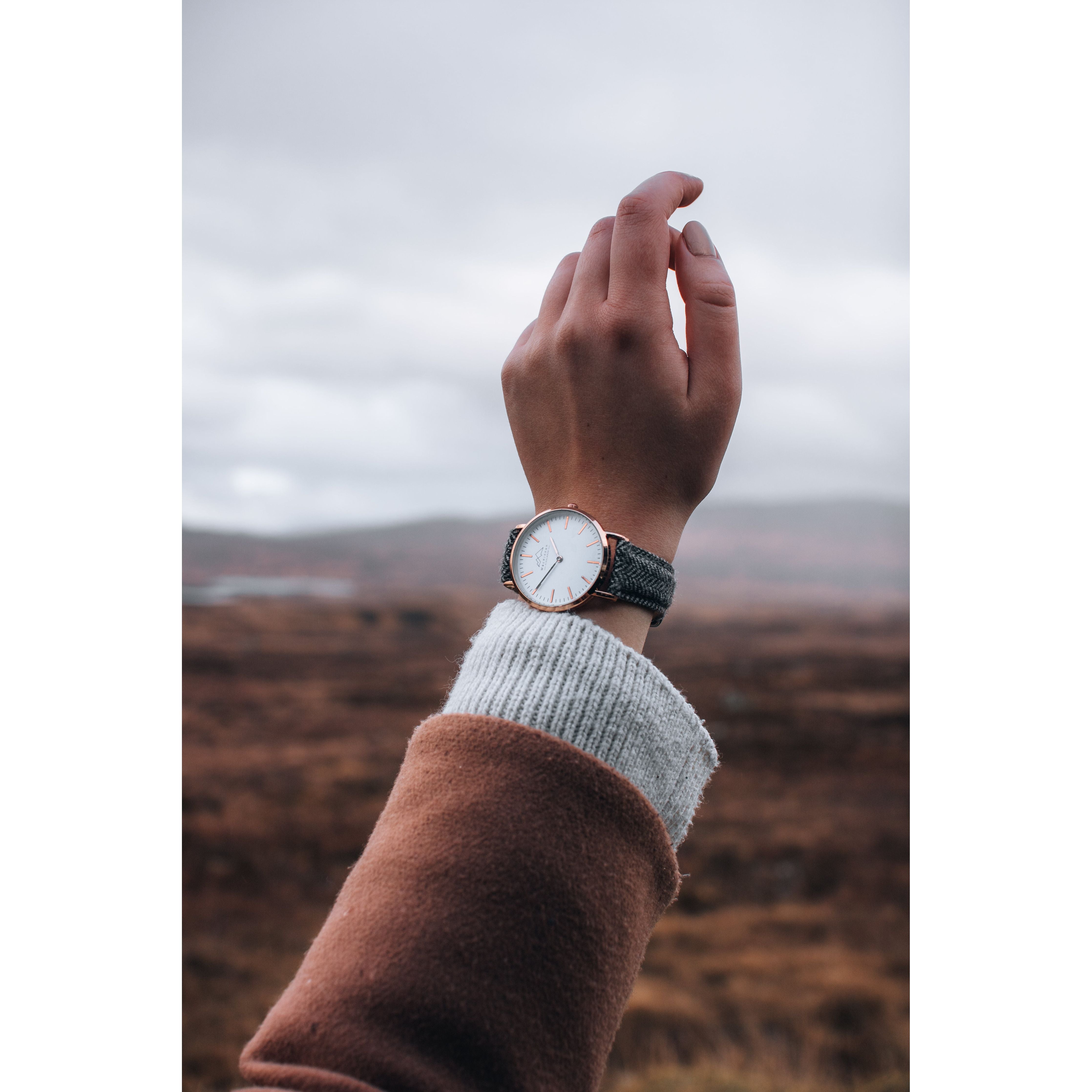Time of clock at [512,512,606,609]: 10:35
